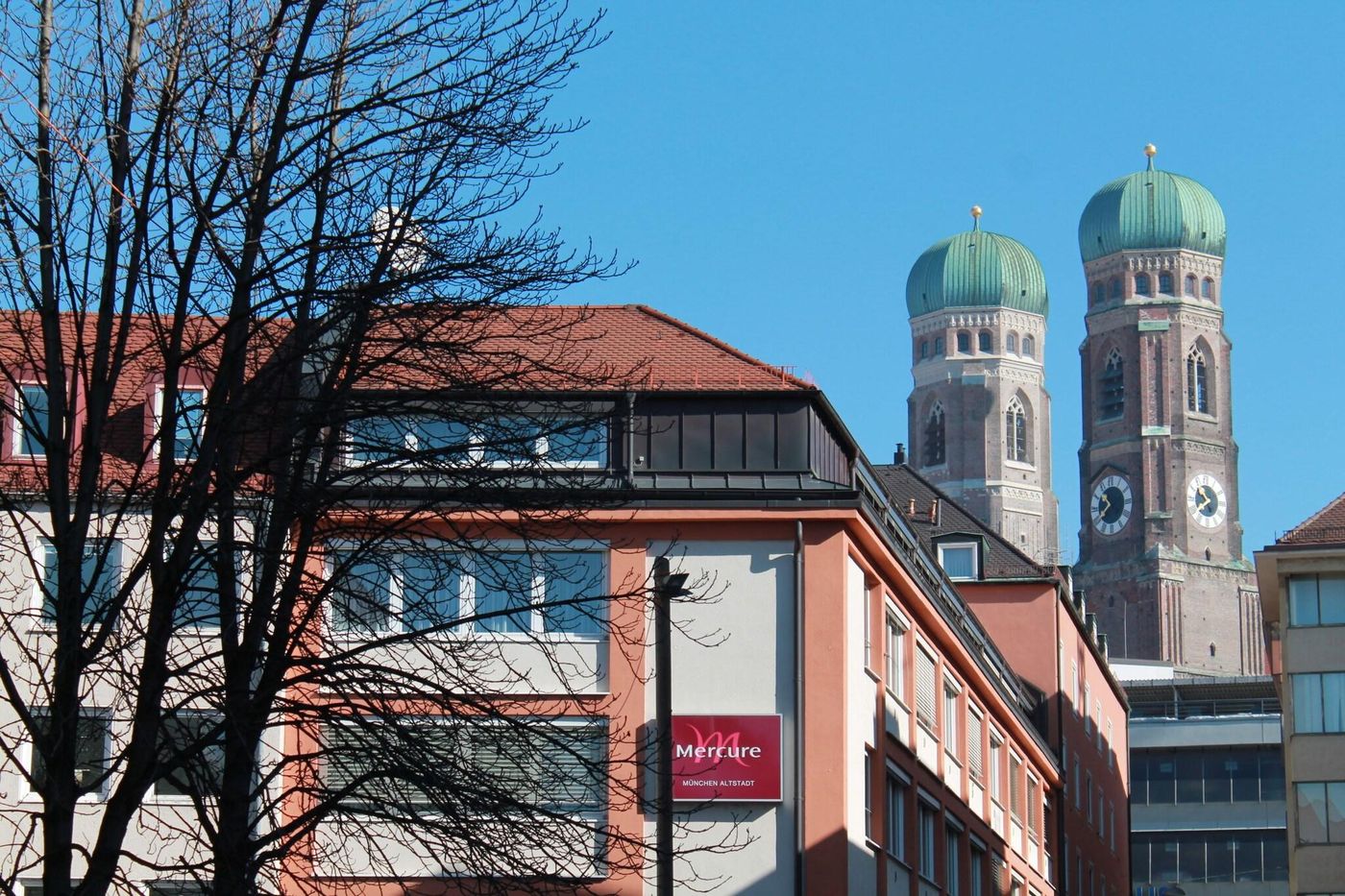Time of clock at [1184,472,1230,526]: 10:38
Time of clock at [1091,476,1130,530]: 10:39
